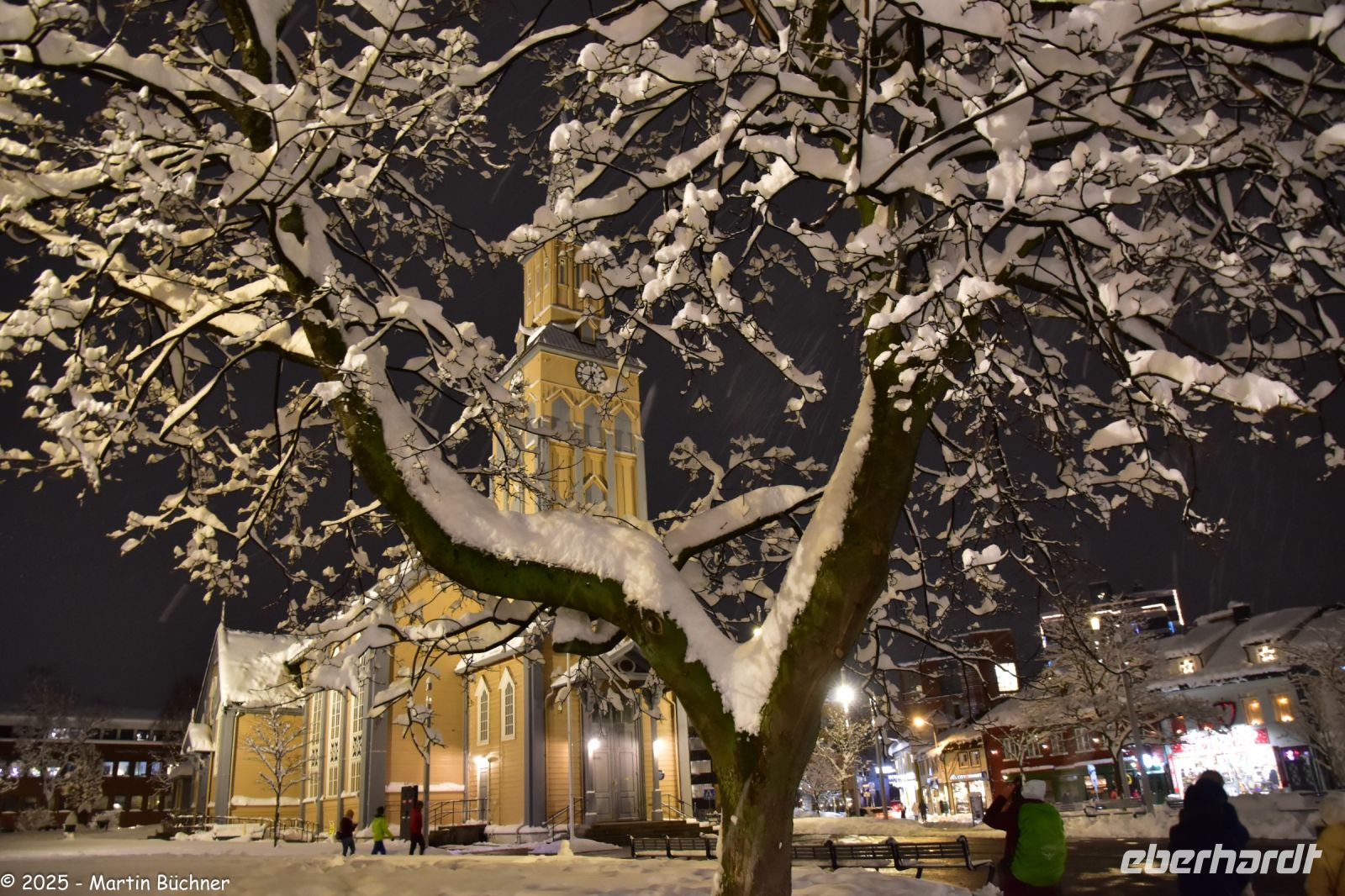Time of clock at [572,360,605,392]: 5:36
